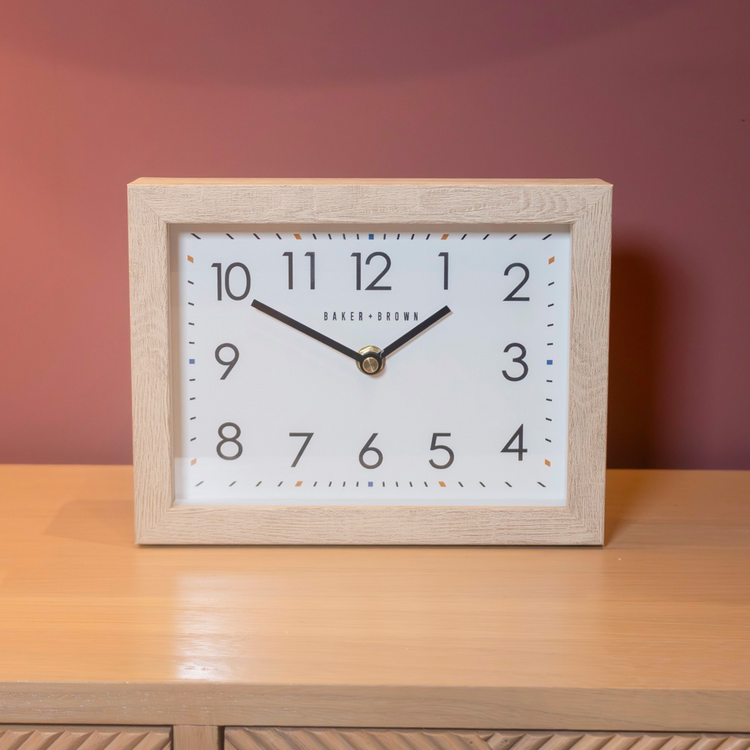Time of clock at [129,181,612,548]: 1:50
